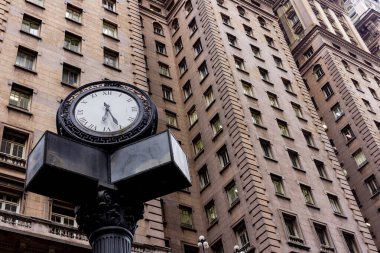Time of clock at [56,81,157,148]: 6:25
